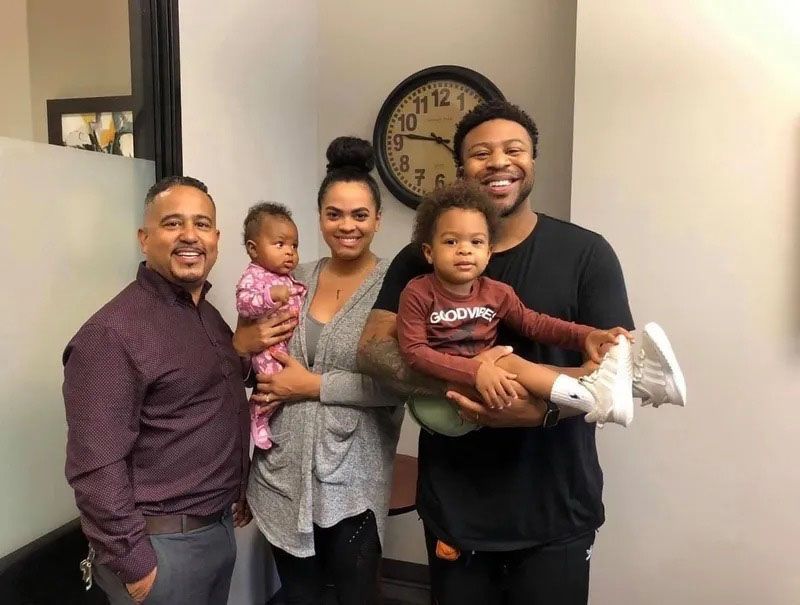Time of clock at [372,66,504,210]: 1:46
